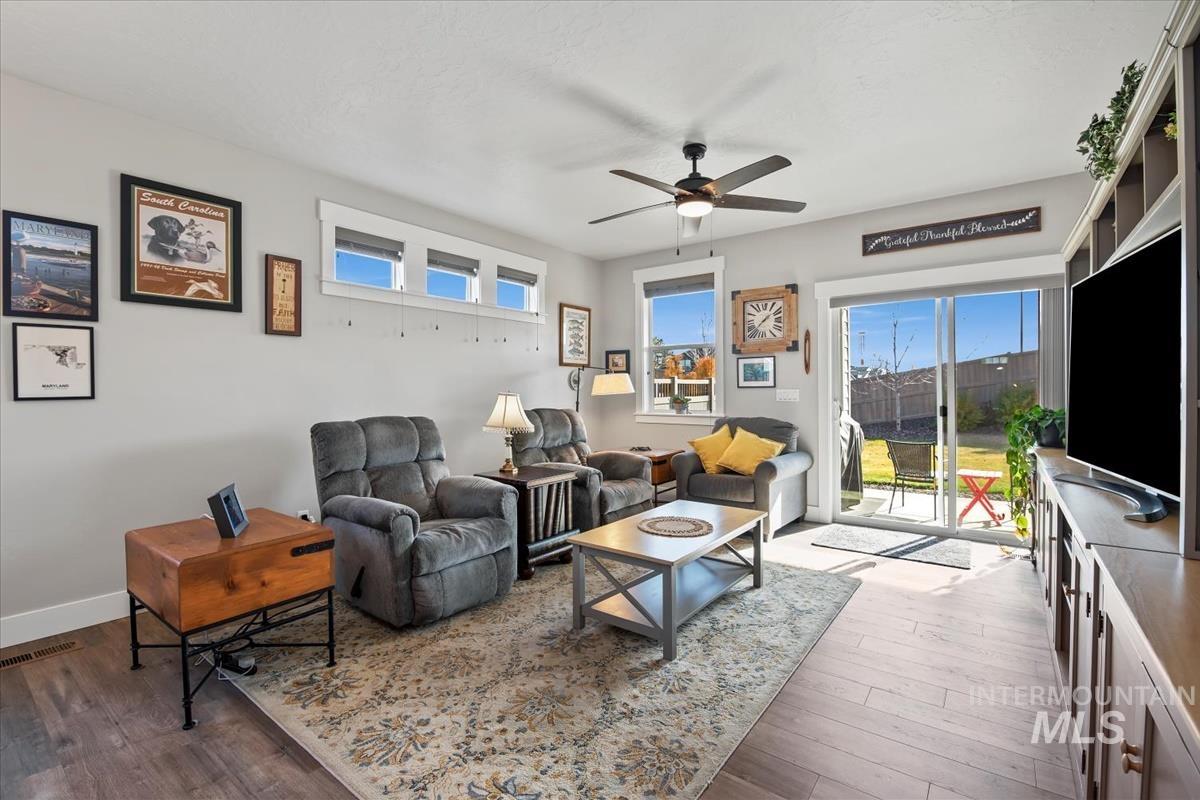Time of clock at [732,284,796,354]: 1:37
